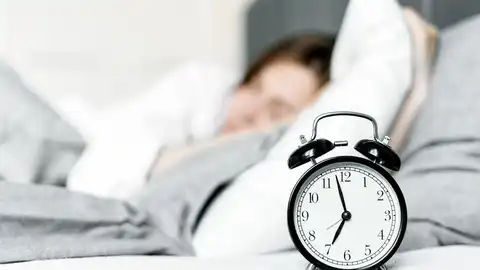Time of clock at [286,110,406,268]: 6:57
